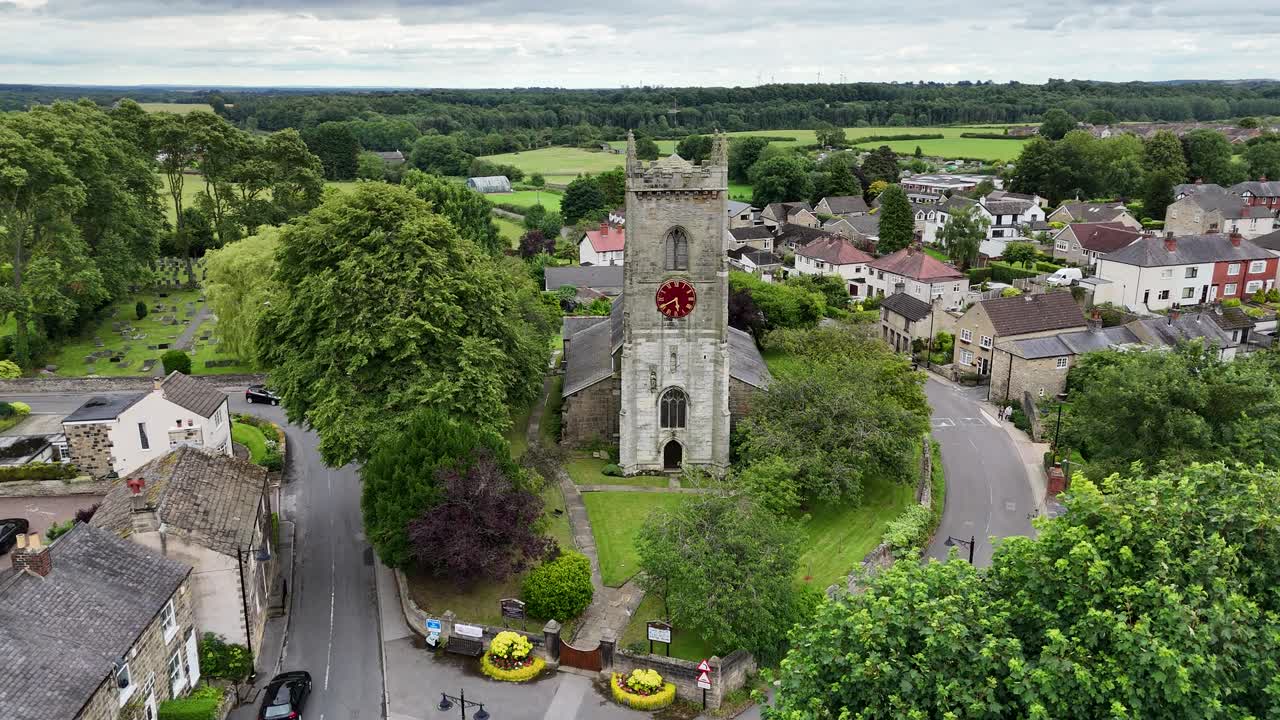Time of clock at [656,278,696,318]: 5:40
